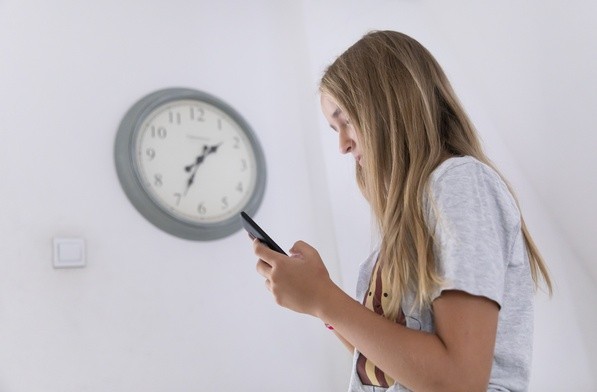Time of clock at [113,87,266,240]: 1:34
